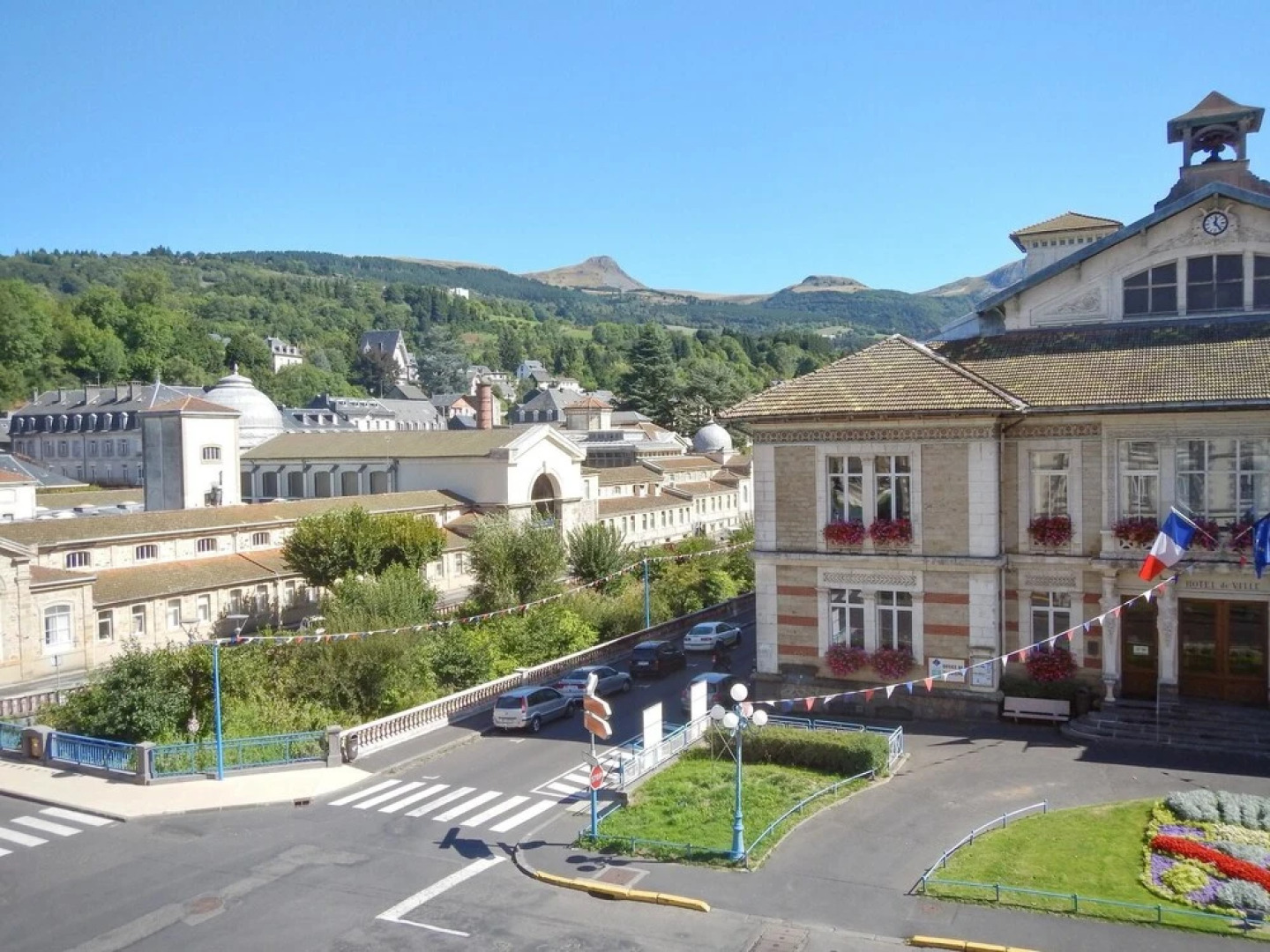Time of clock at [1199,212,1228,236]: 12:23
